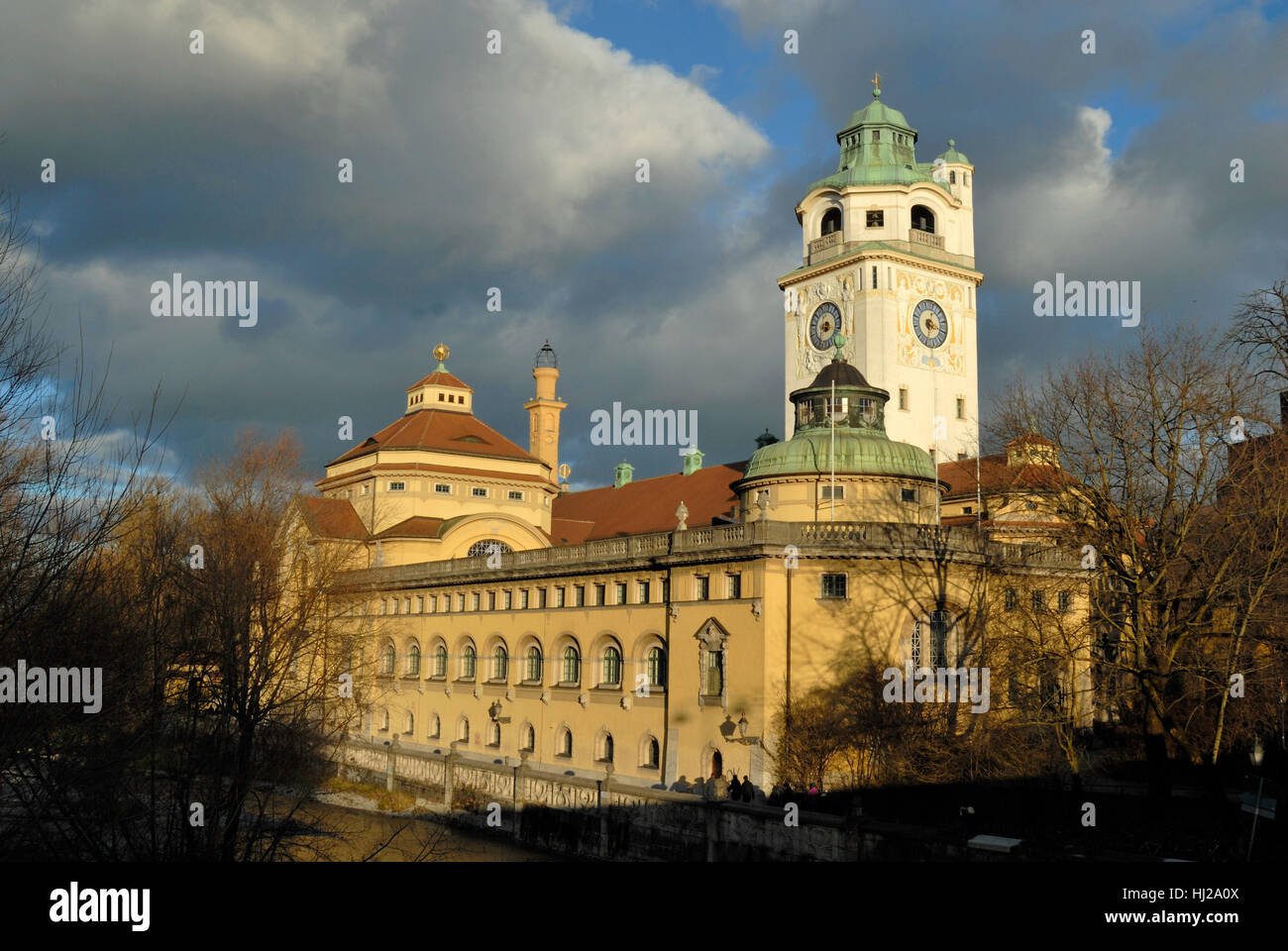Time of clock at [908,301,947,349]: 6:19
